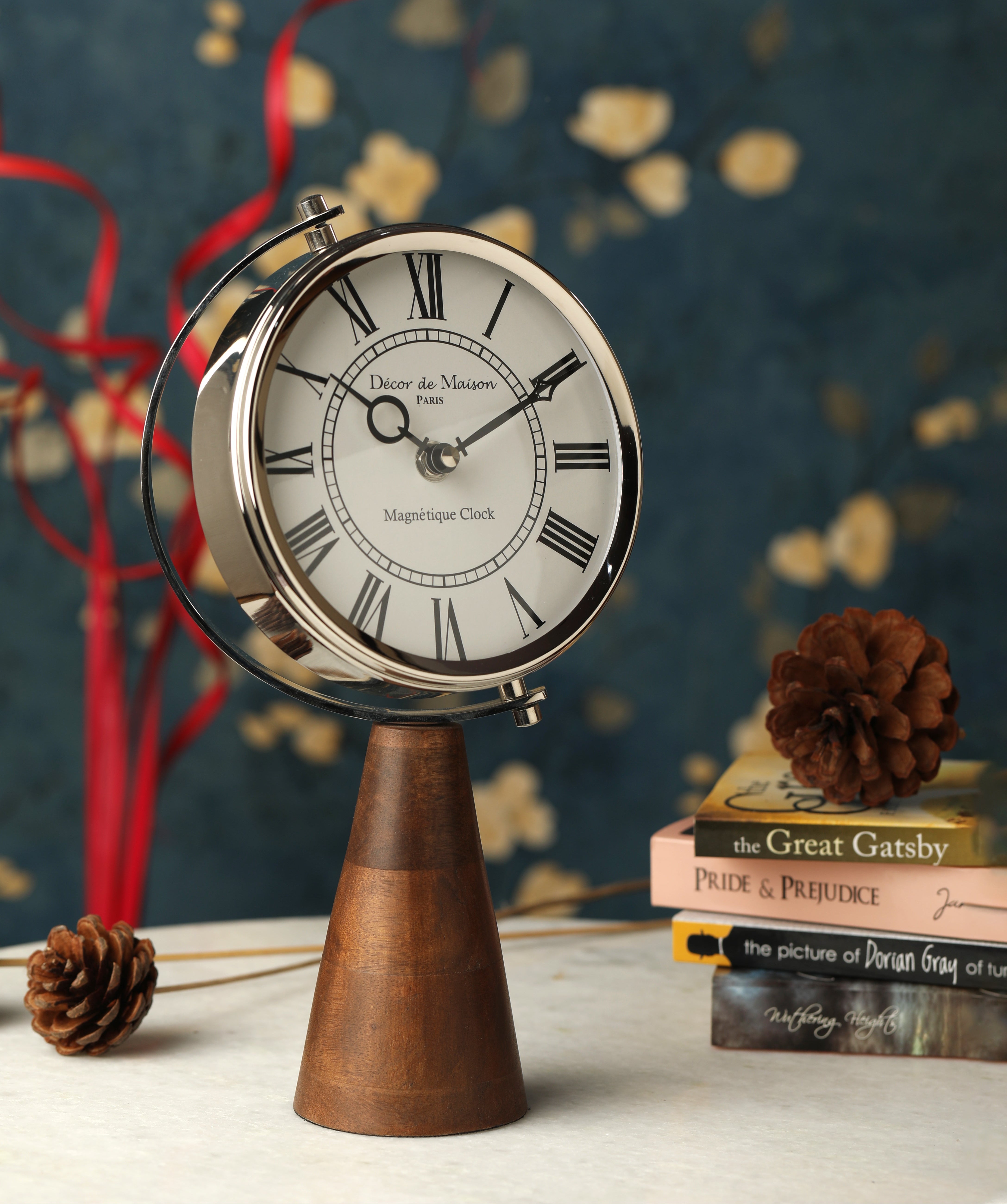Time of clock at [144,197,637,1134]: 10:10
